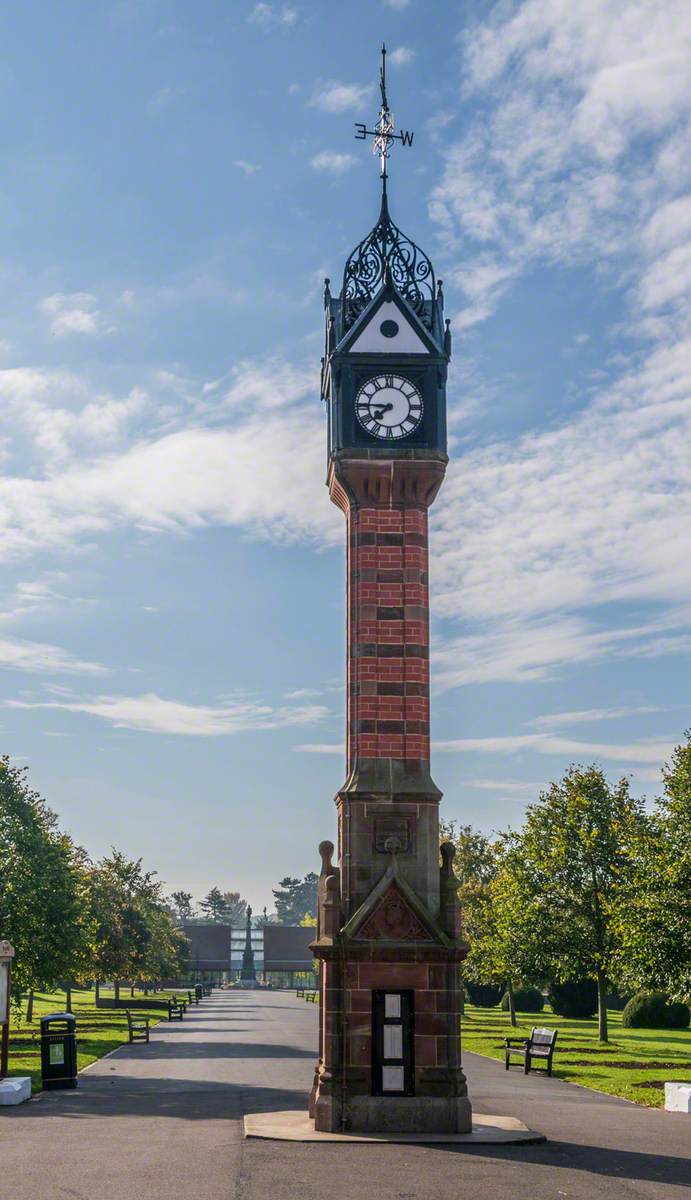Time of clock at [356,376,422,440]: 7:45
